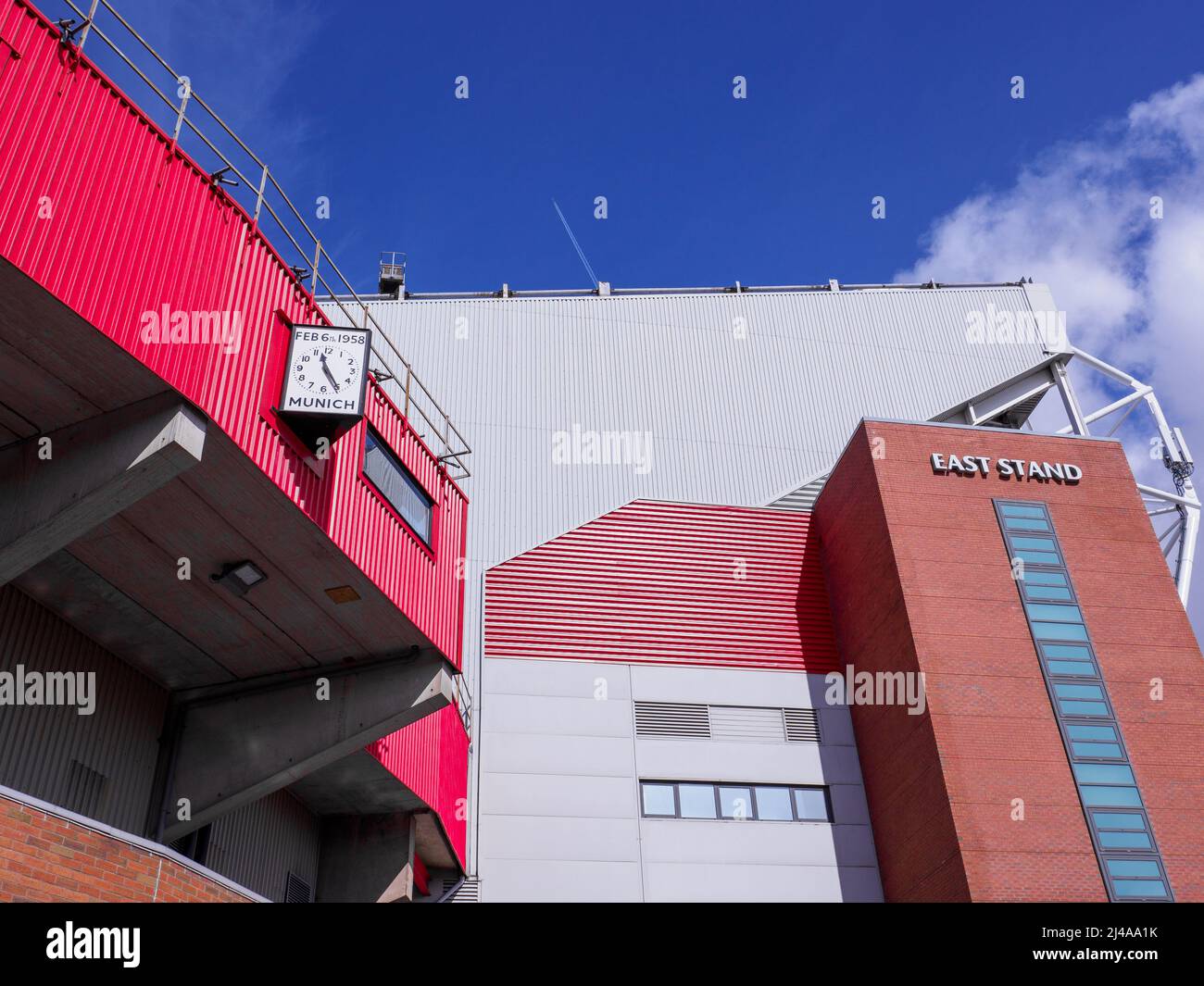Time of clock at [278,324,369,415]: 11:24
